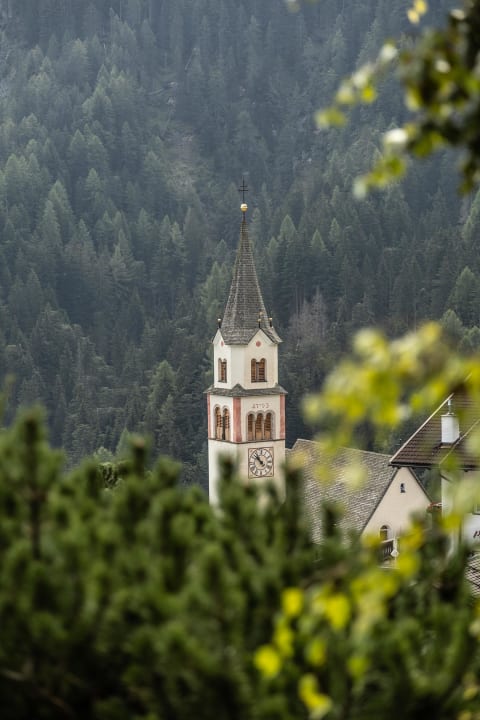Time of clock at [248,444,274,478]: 10:52
